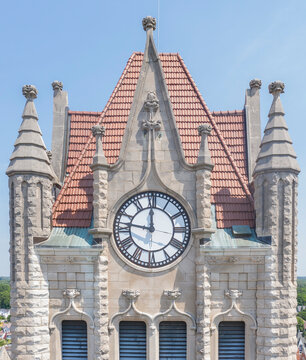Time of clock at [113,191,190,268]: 11:46
